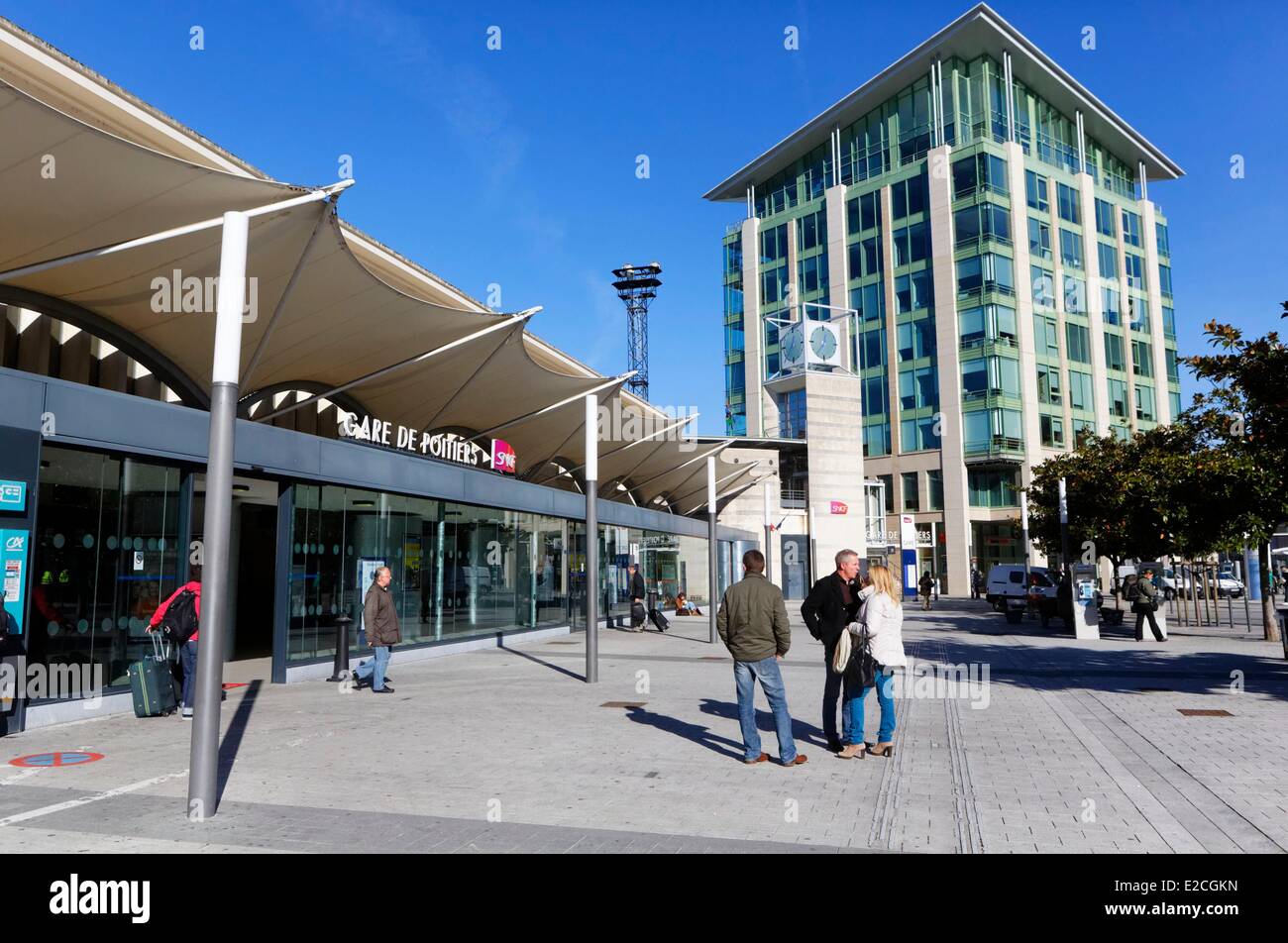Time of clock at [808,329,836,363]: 12:36
